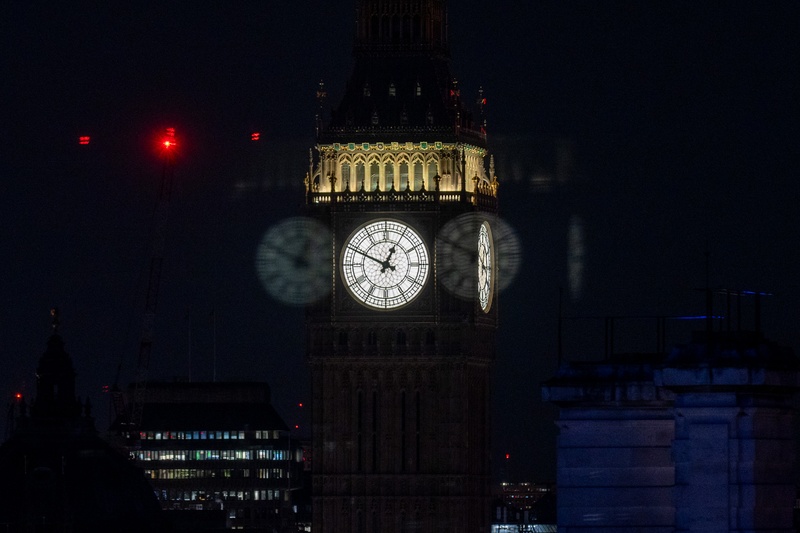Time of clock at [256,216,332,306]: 12:49
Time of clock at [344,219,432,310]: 12:49
